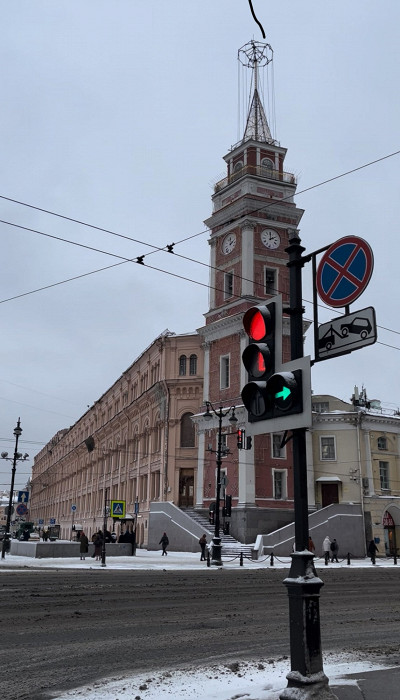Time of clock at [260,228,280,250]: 2:00
